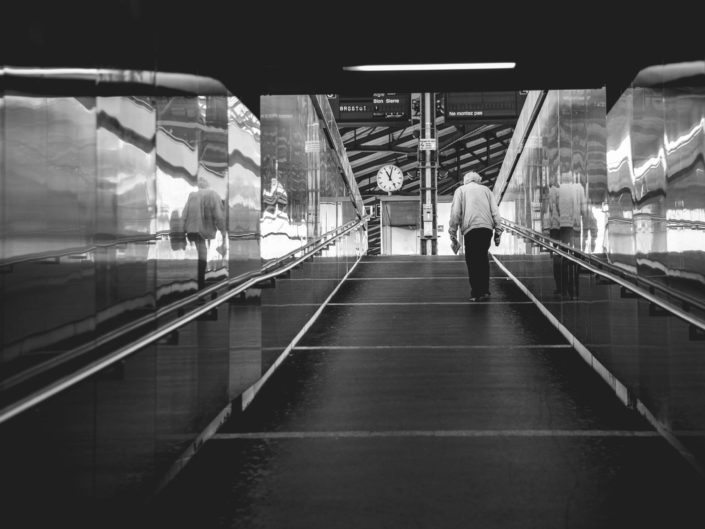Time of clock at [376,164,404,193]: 11:02
